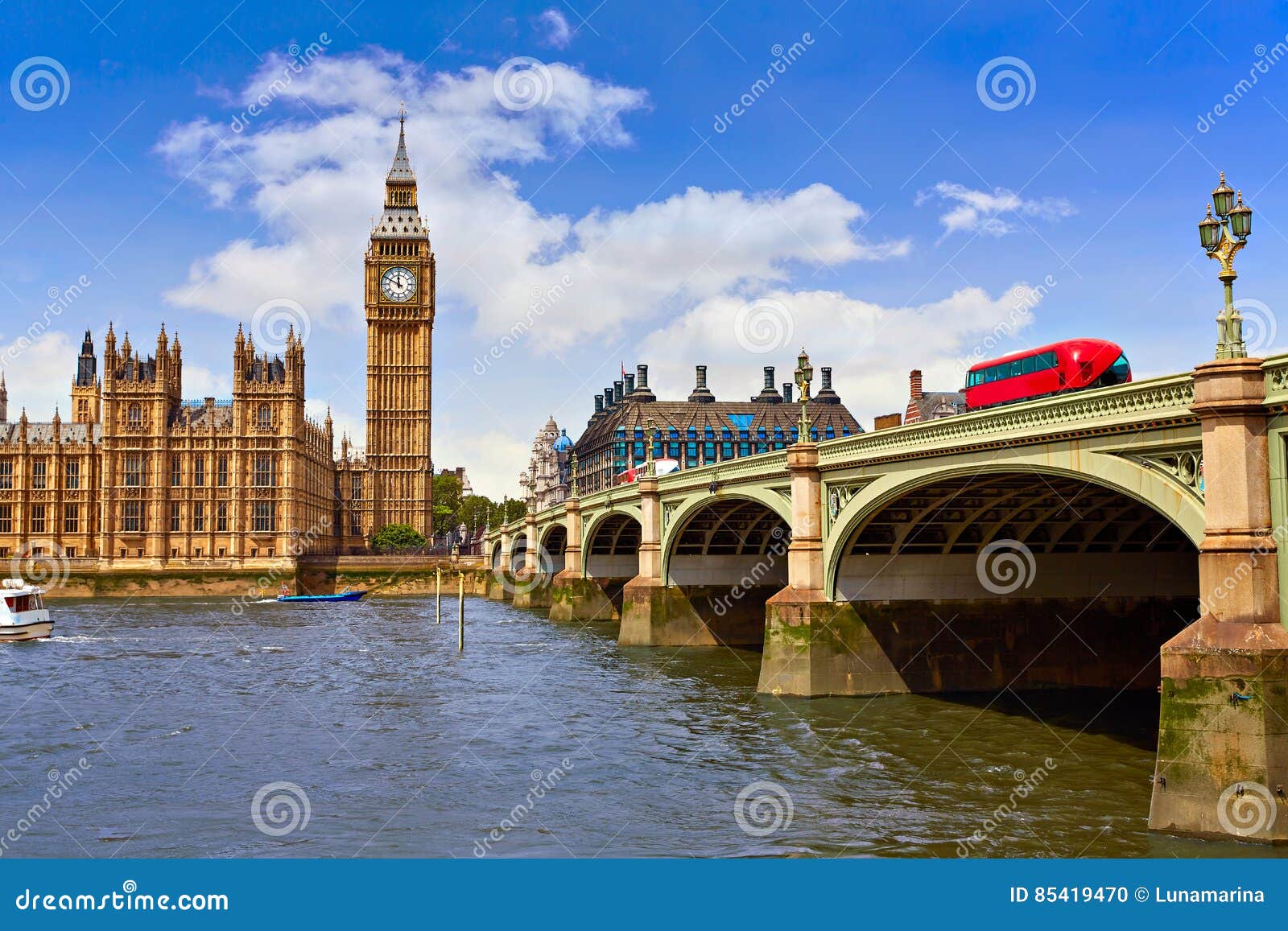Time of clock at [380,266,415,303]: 11:49
